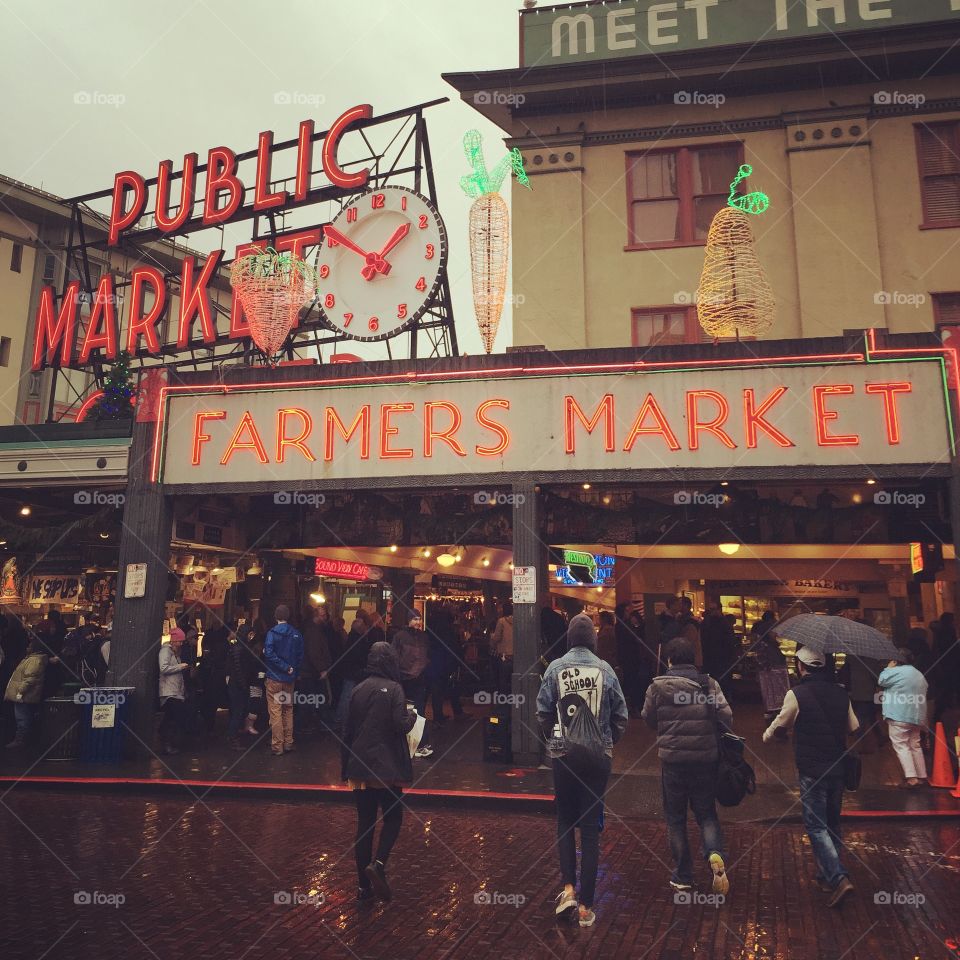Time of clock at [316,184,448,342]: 1:50
